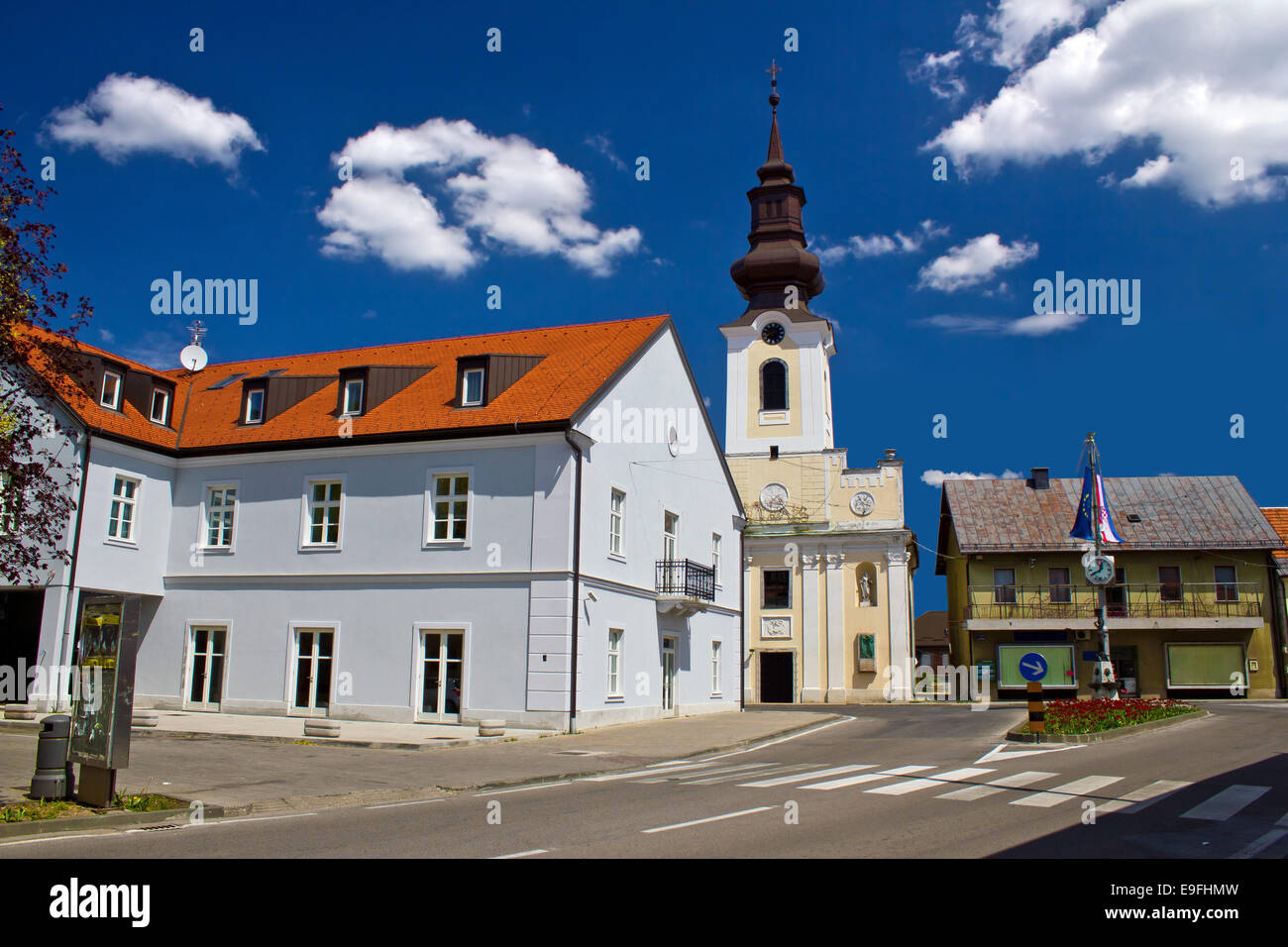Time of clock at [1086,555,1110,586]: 12:40
